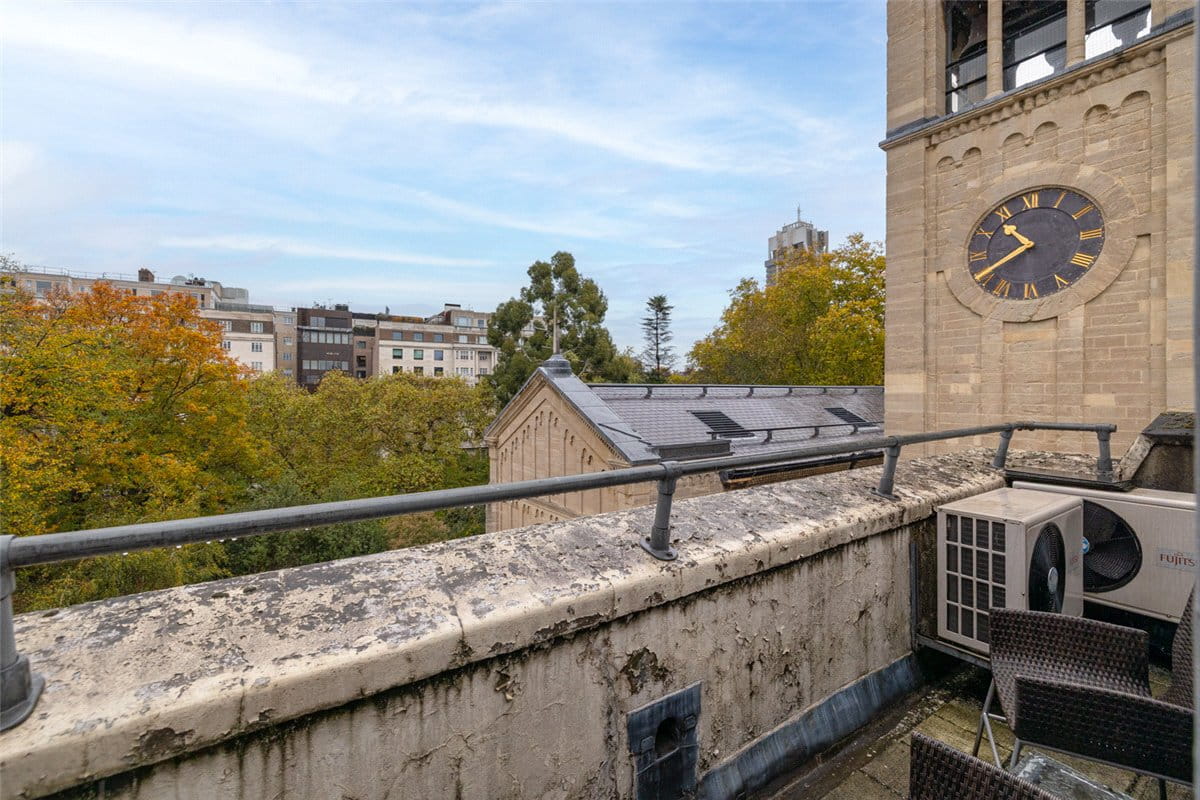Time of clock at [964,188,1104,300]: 10:40
